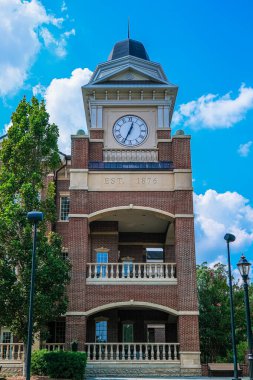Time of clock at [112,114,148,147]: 12:34
